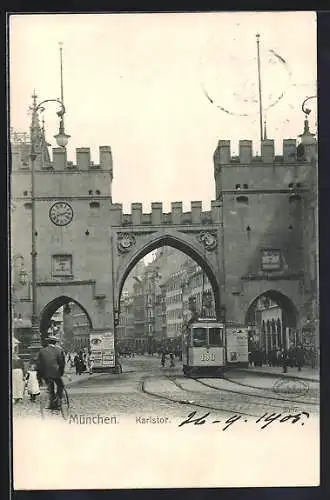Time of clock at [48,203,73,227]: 8:12
